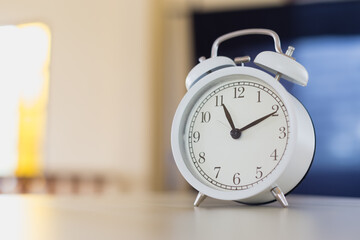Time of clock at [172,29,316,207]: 11:10
